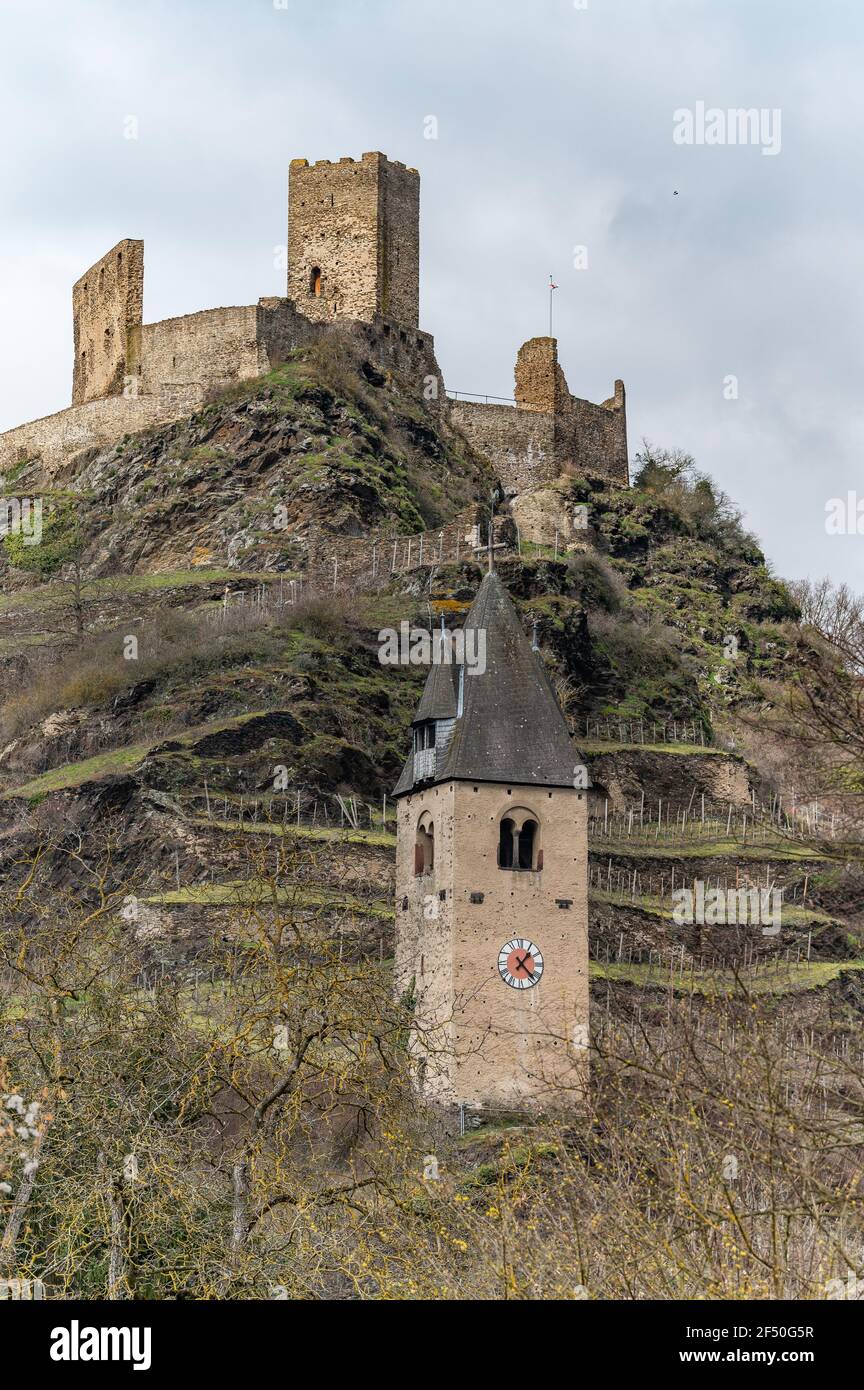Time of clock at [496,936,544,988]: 1:22
